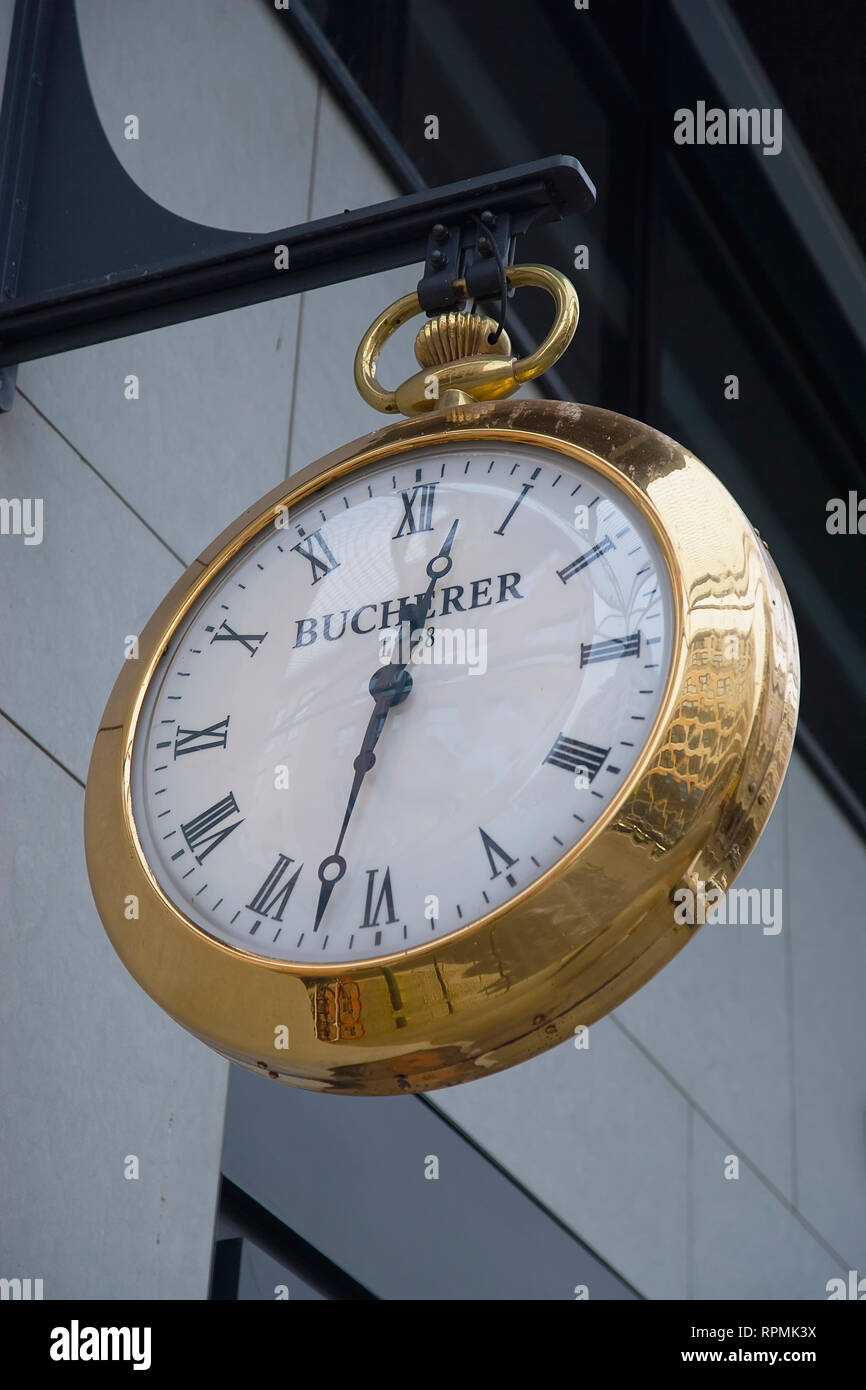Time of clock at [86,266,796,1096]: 12:32
